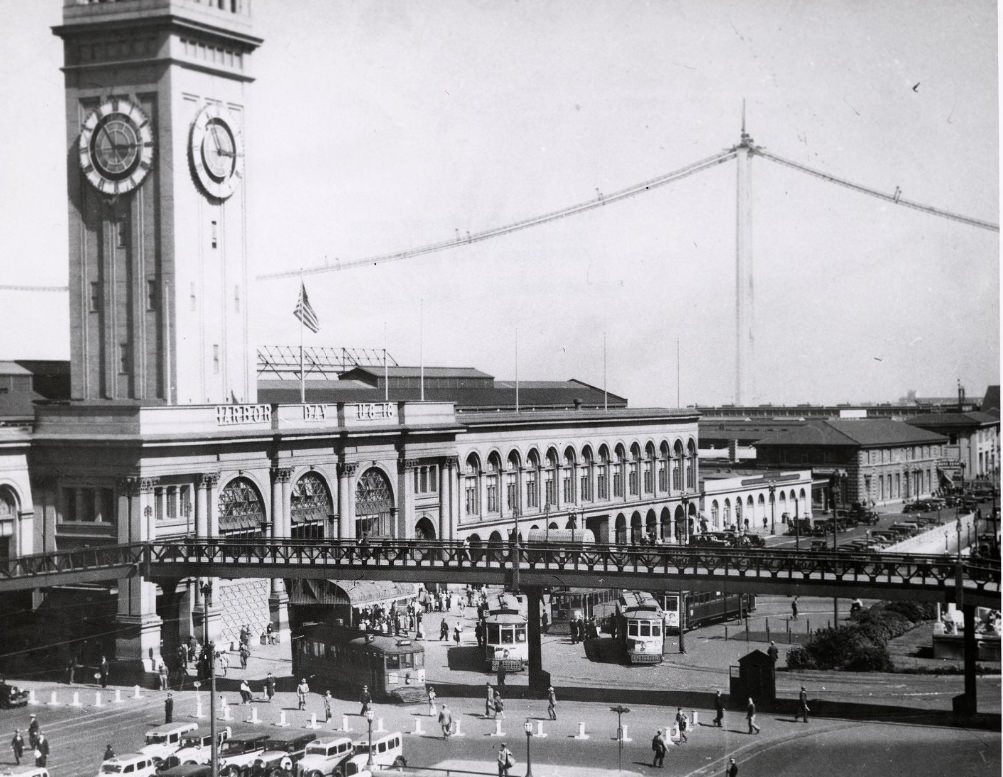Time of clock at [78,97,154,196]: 2:54
